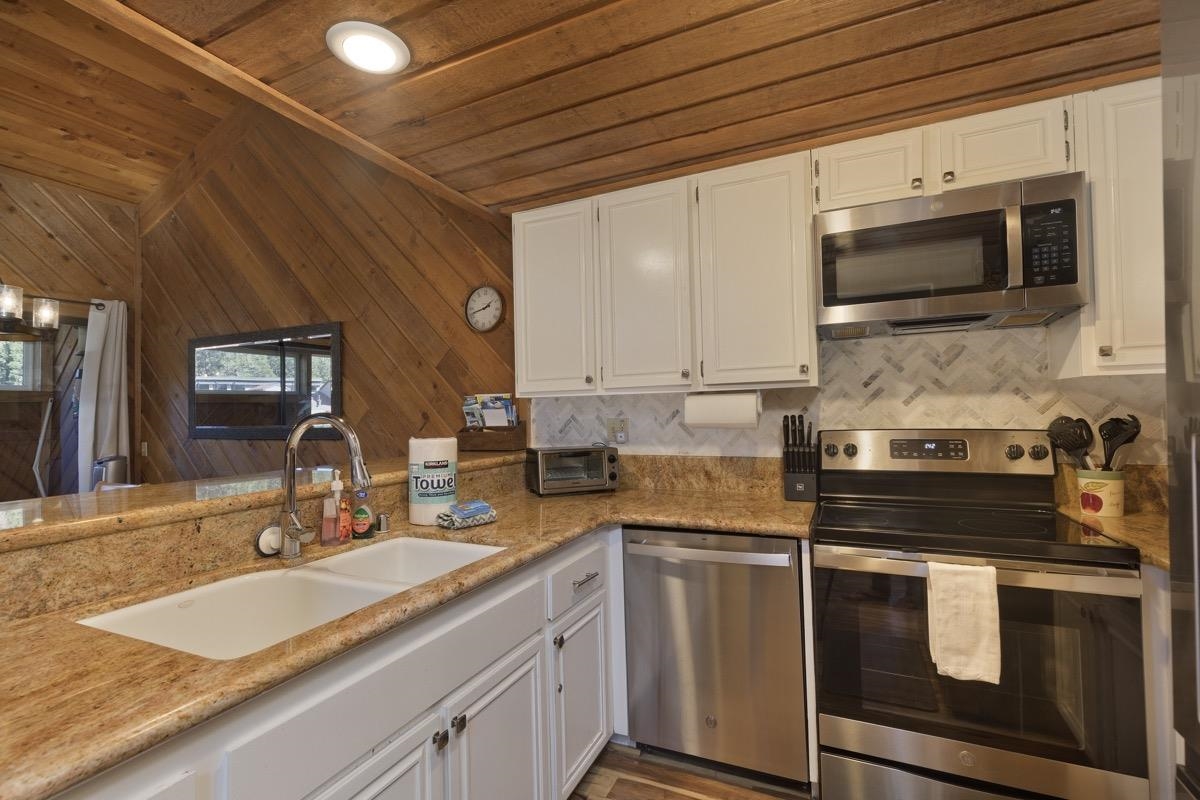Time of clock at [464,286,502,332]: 1:41
